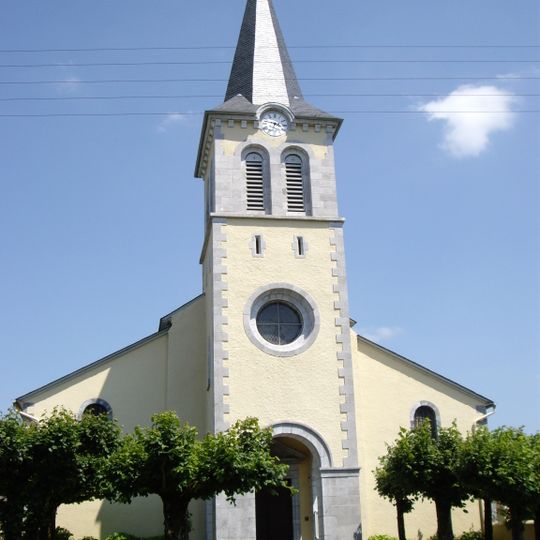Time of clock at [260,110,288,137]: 3:47
